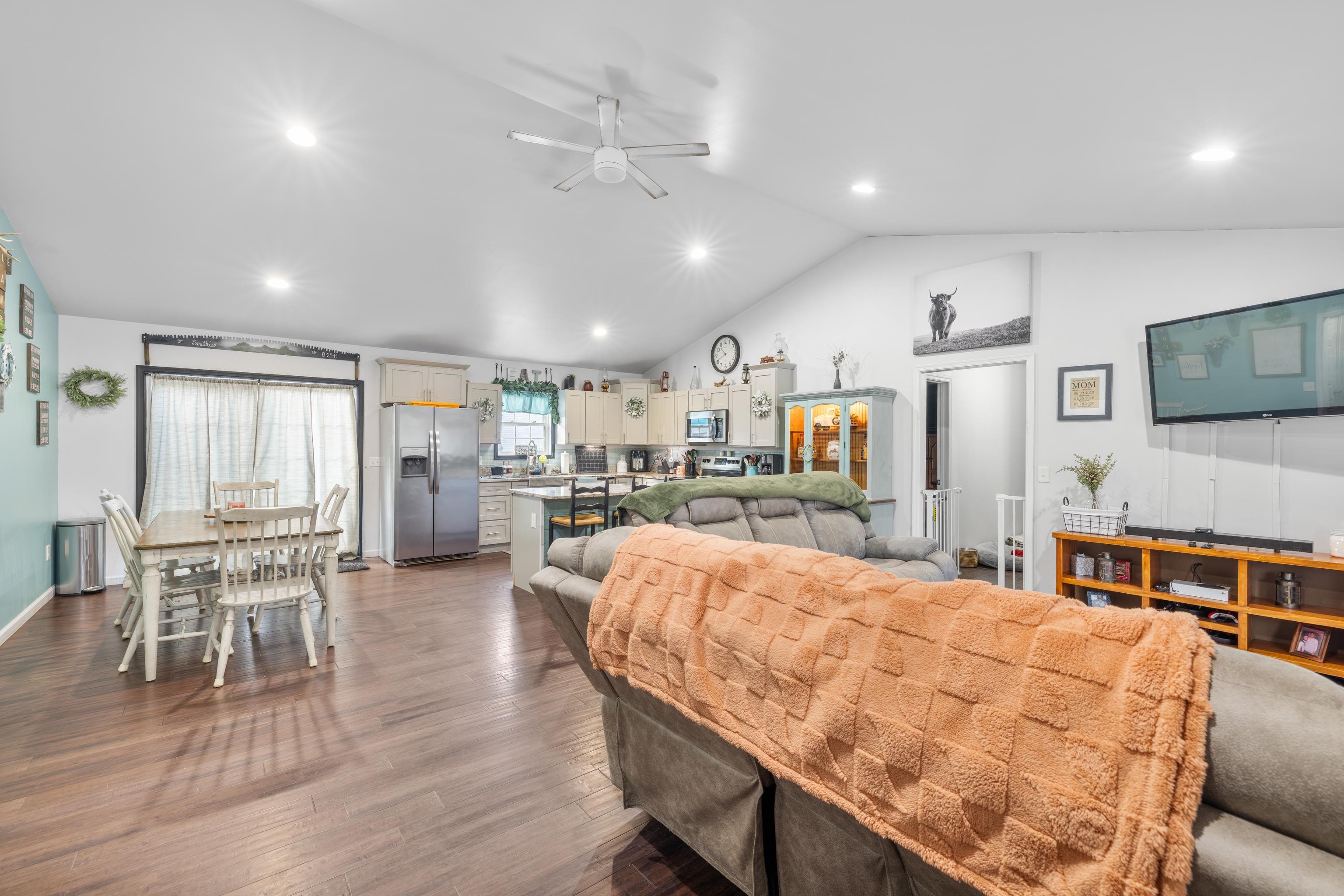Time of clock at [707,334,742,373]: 10:40
